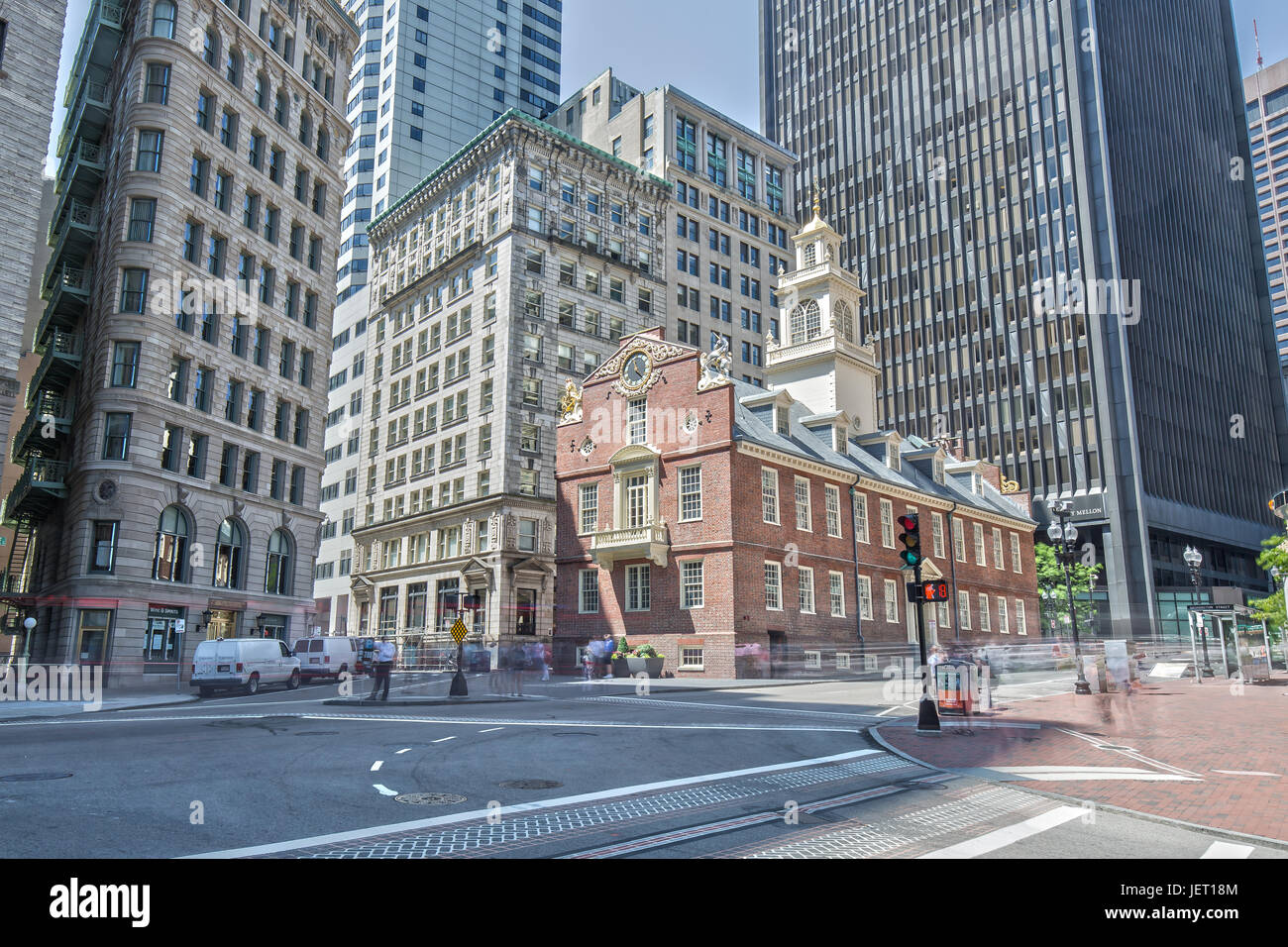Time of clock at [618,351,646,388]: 11:22
